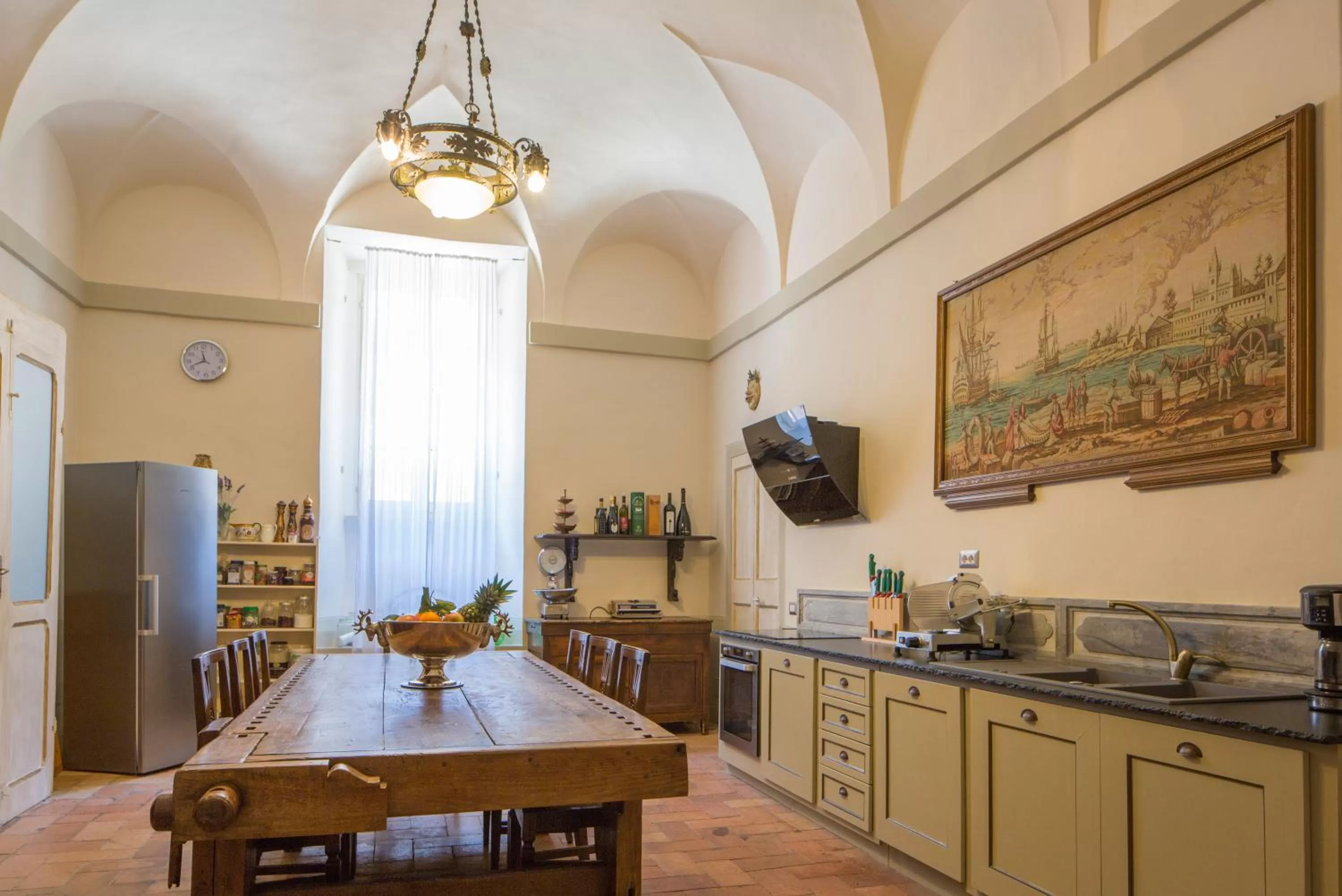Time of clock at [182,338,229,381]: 11:41
